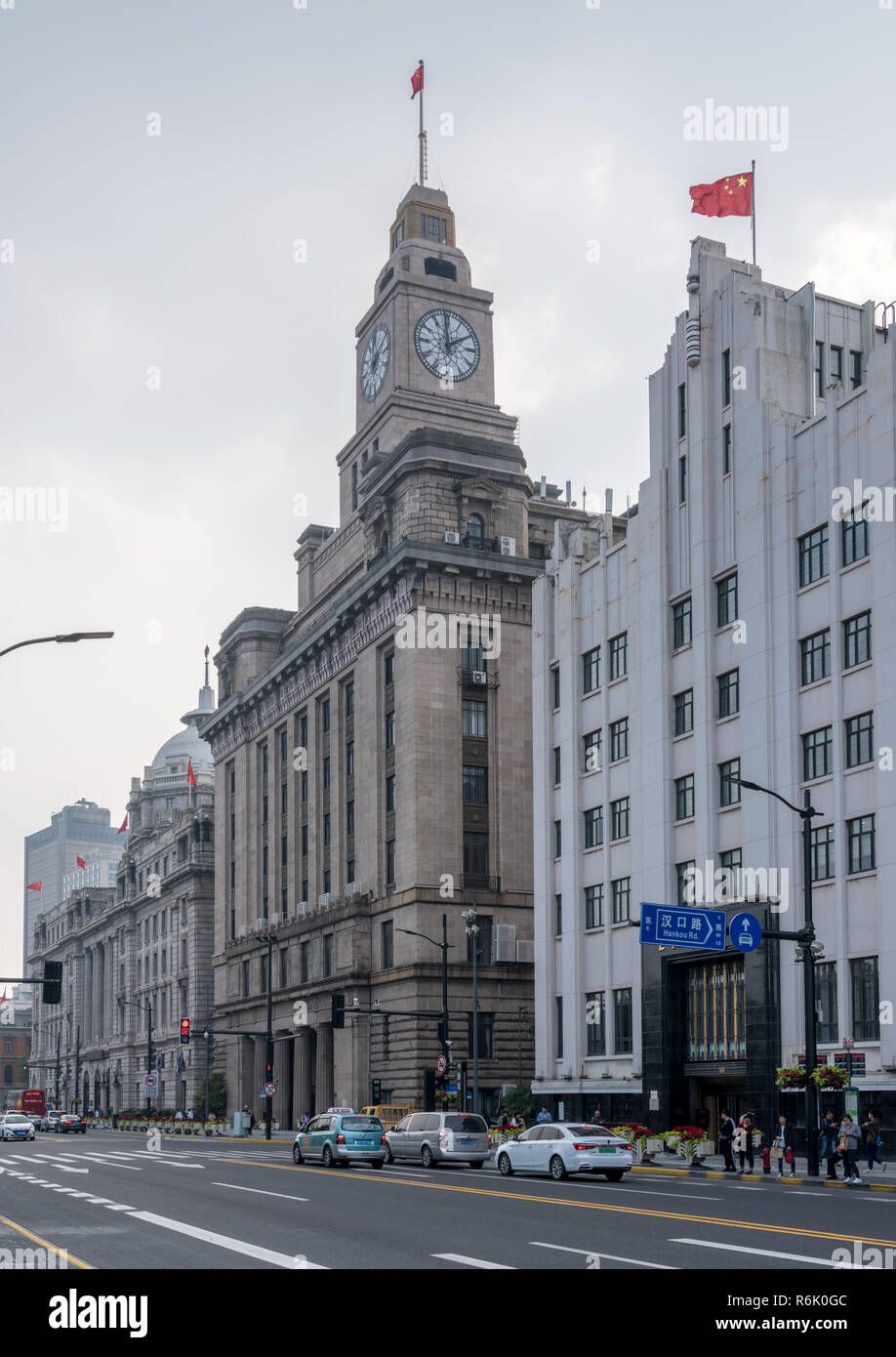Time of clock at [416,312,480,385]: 1:59
